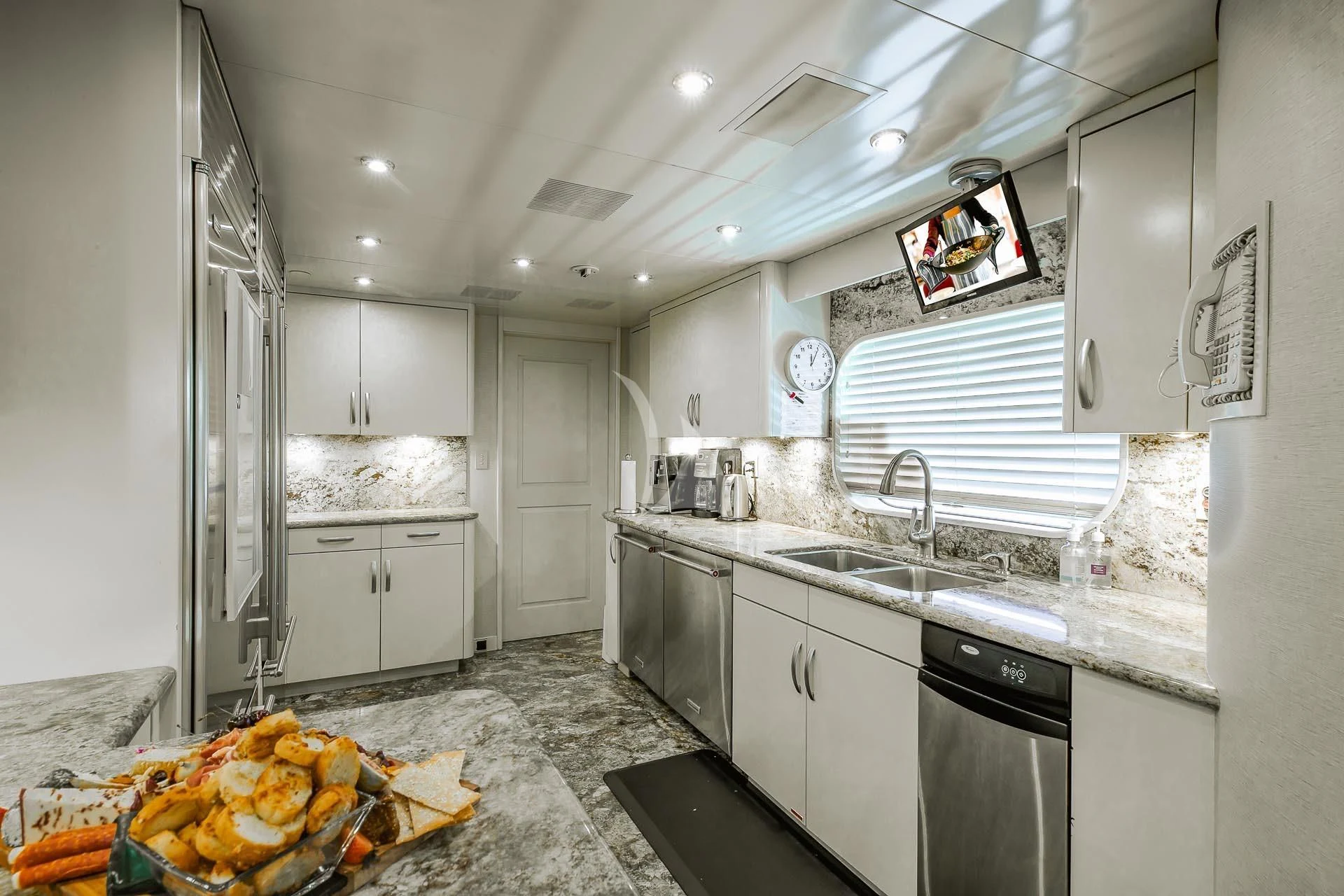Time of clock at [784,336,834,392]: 12:05
